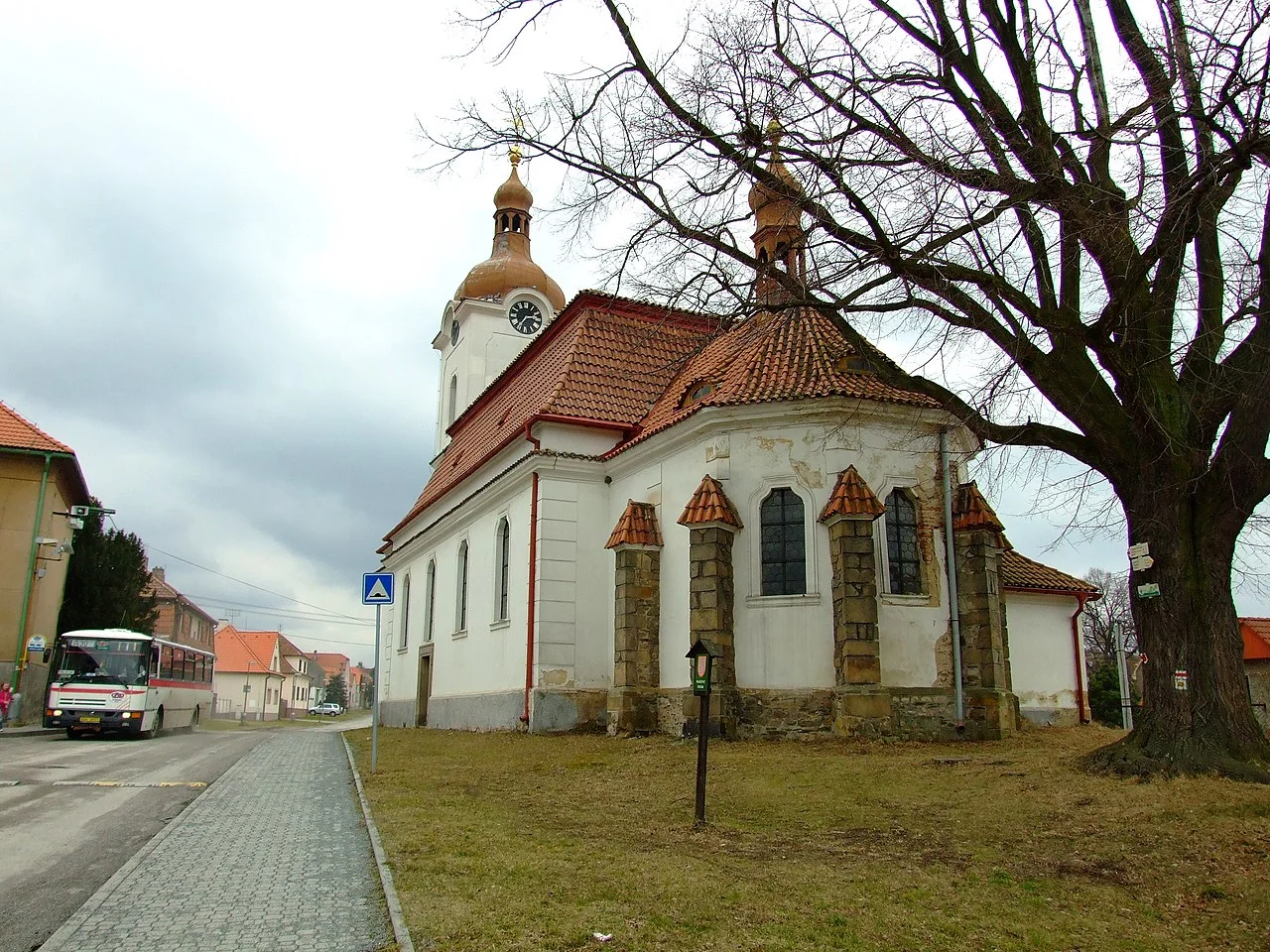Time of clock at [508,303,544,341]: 2:36
